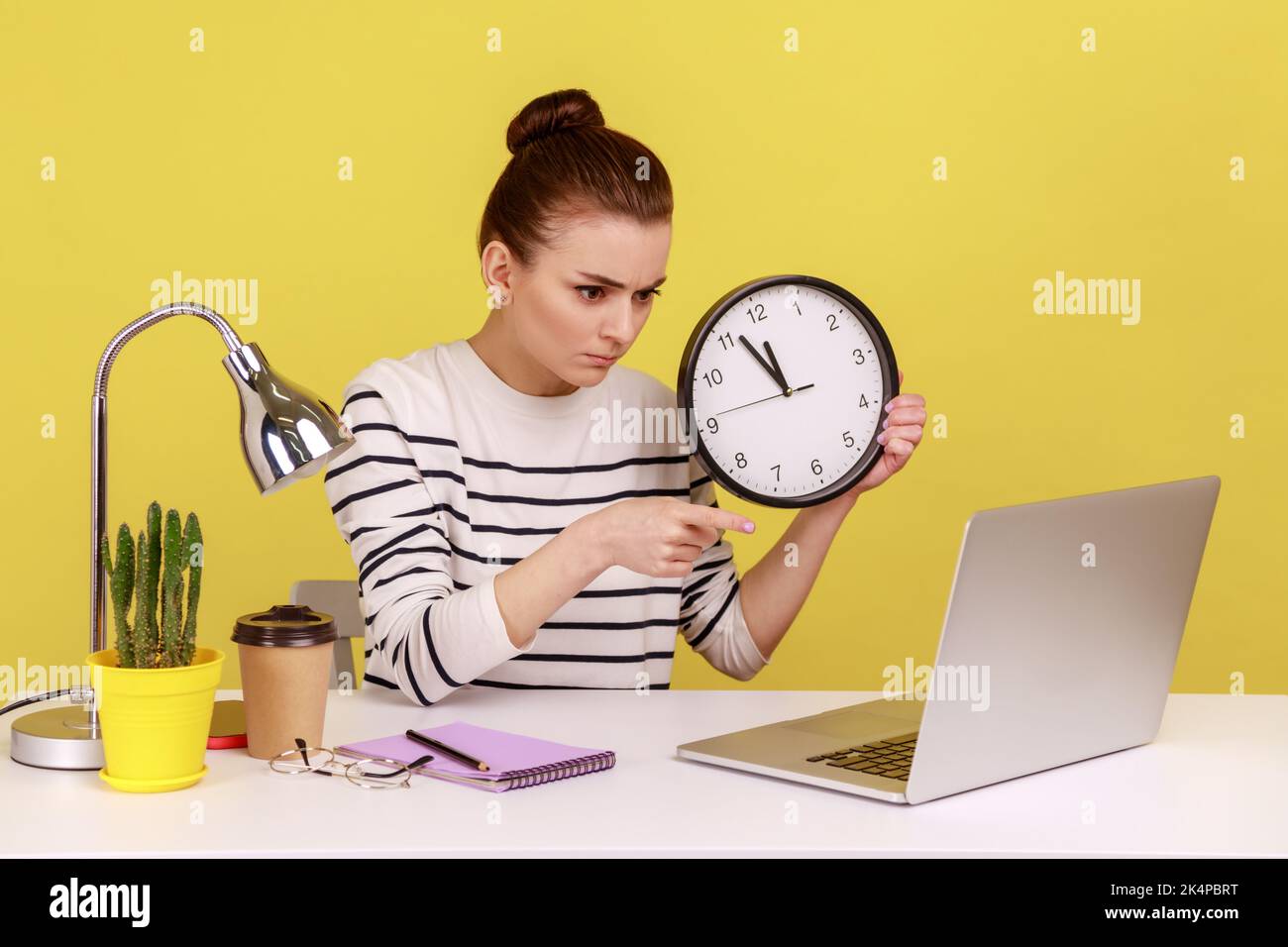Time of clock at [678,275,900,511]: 11:56
